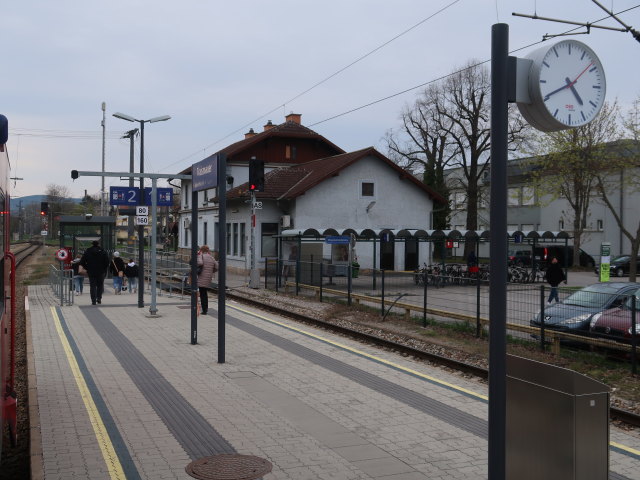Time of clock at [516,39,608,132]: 4:40
